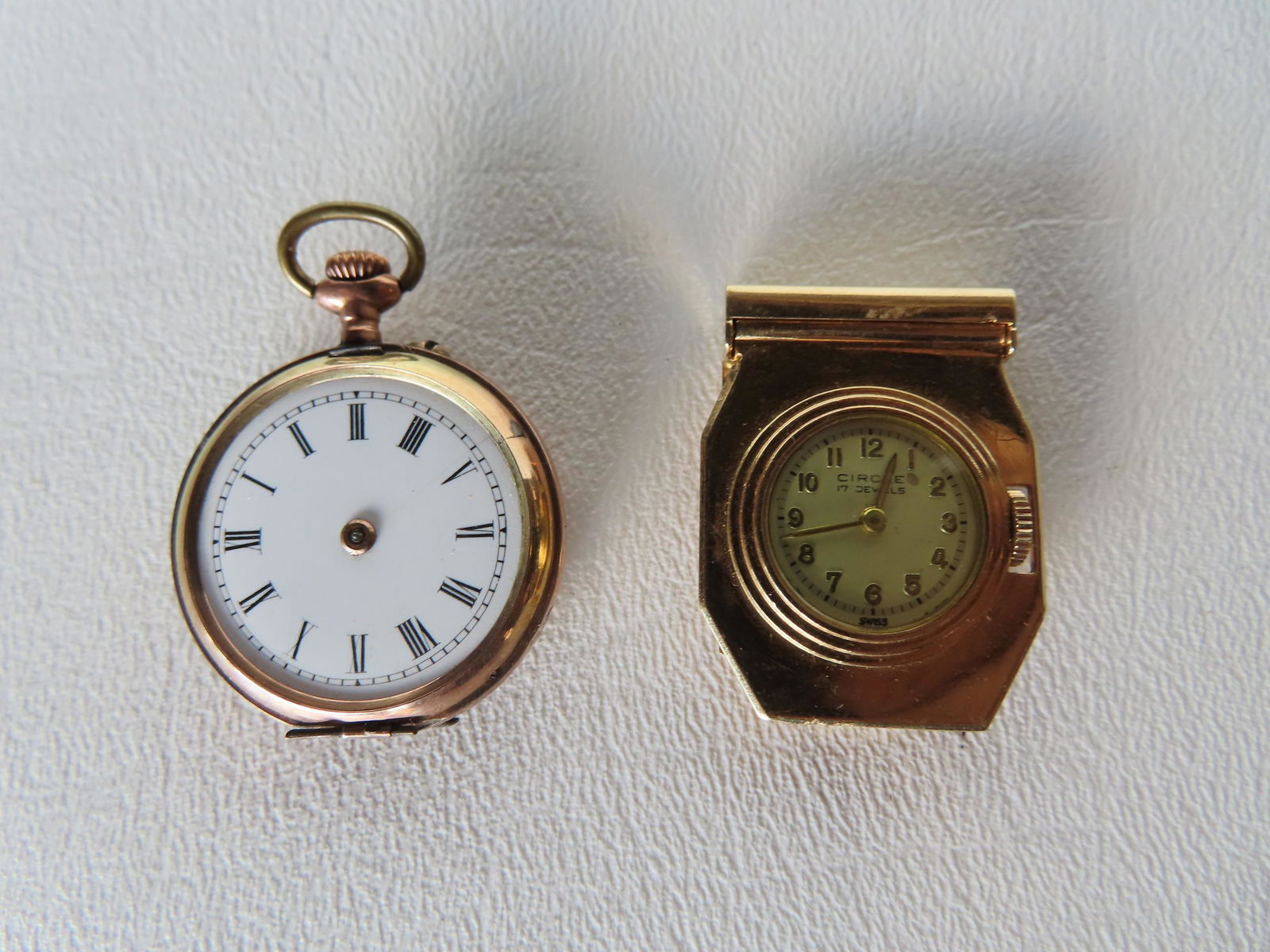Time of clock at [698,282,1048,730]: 12:42
